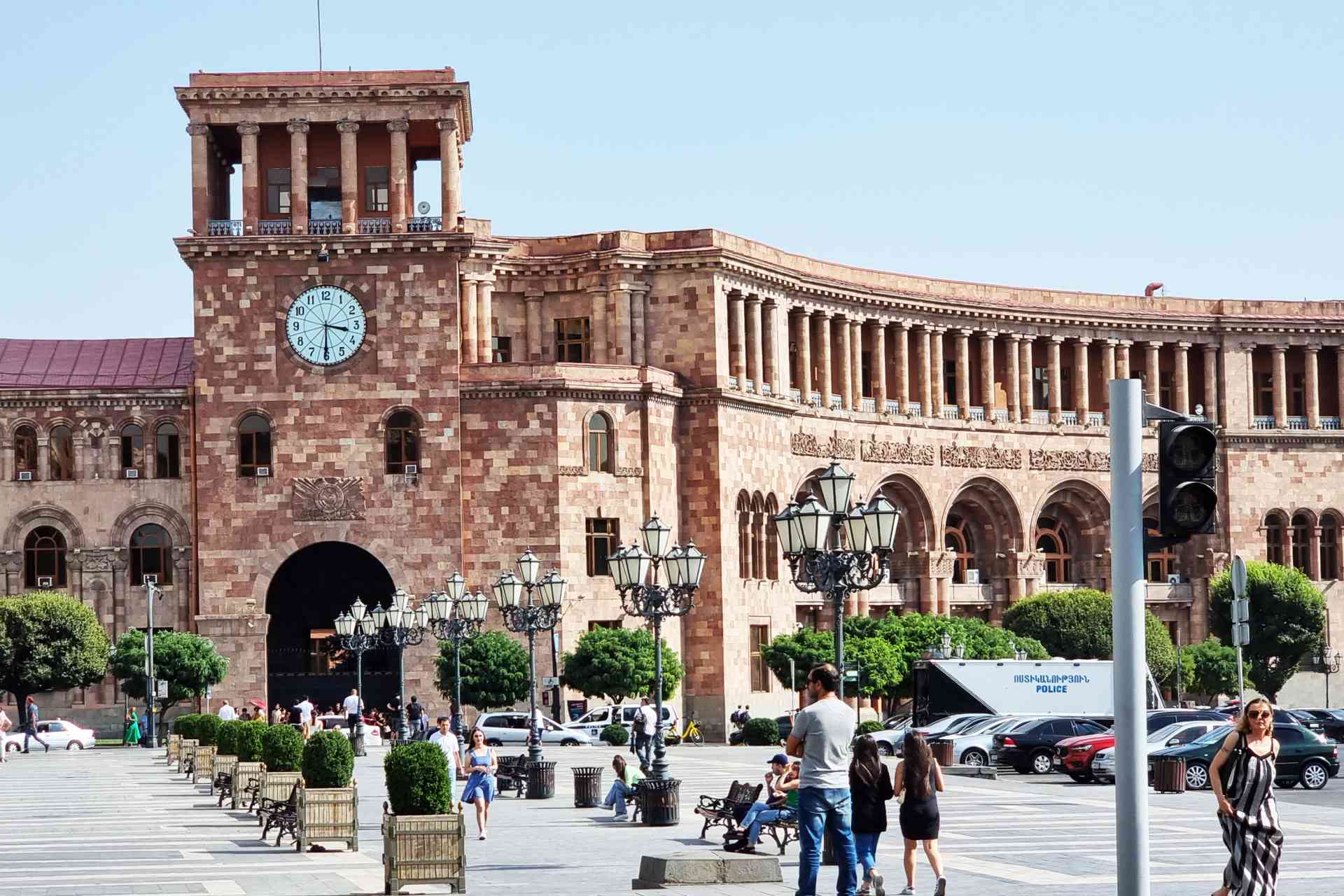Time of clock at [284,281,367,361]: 3:30
